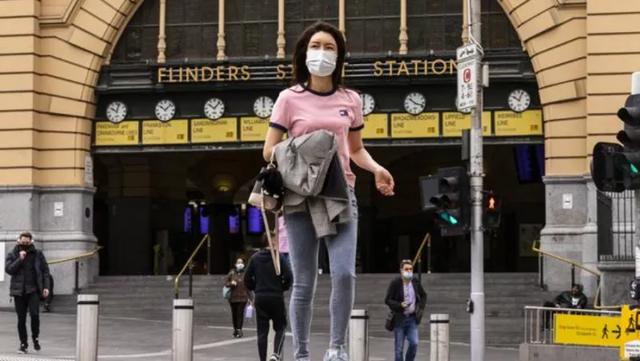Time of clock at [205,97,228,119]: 10:07
